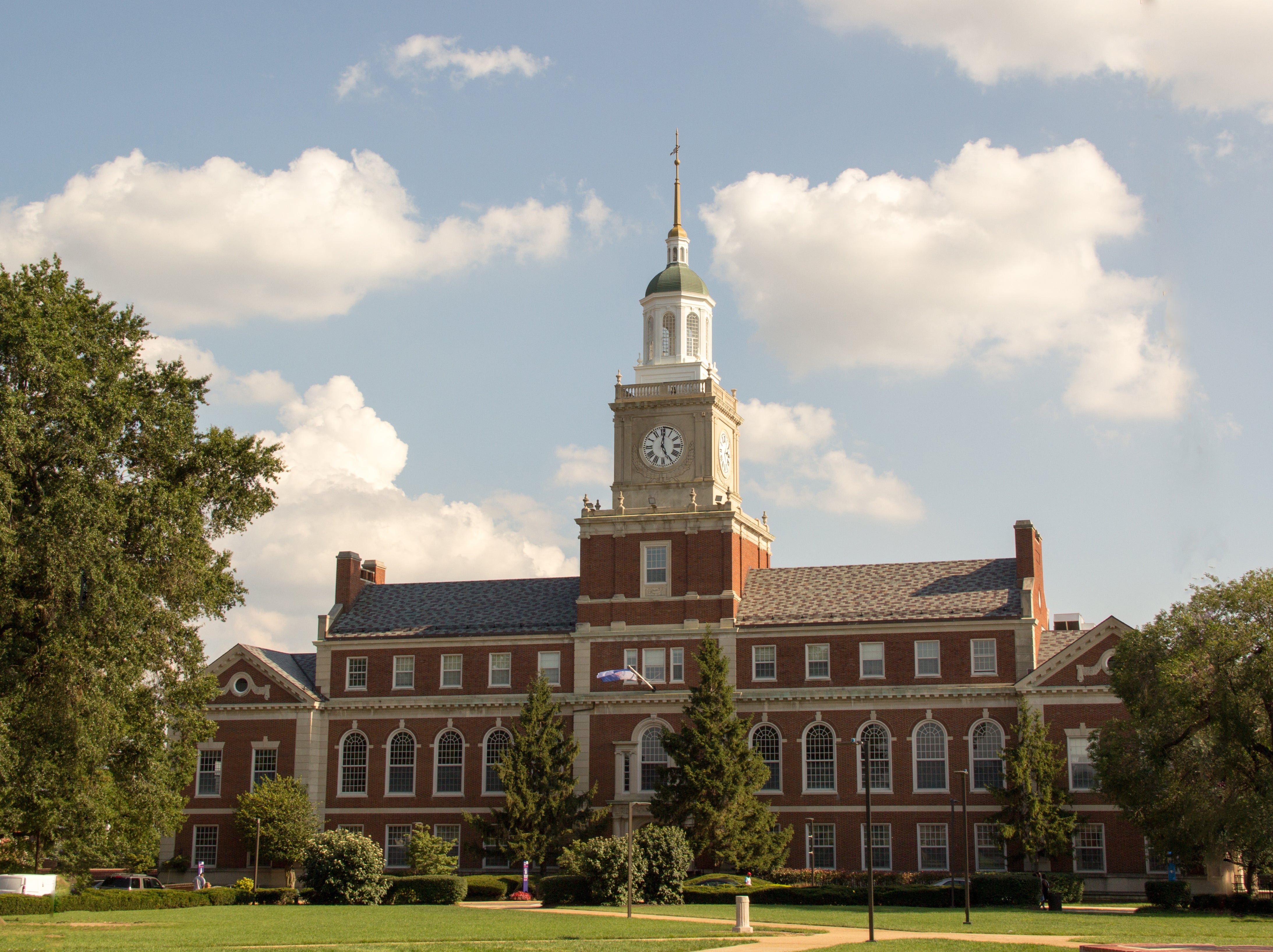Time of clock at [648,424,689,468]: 5:00
